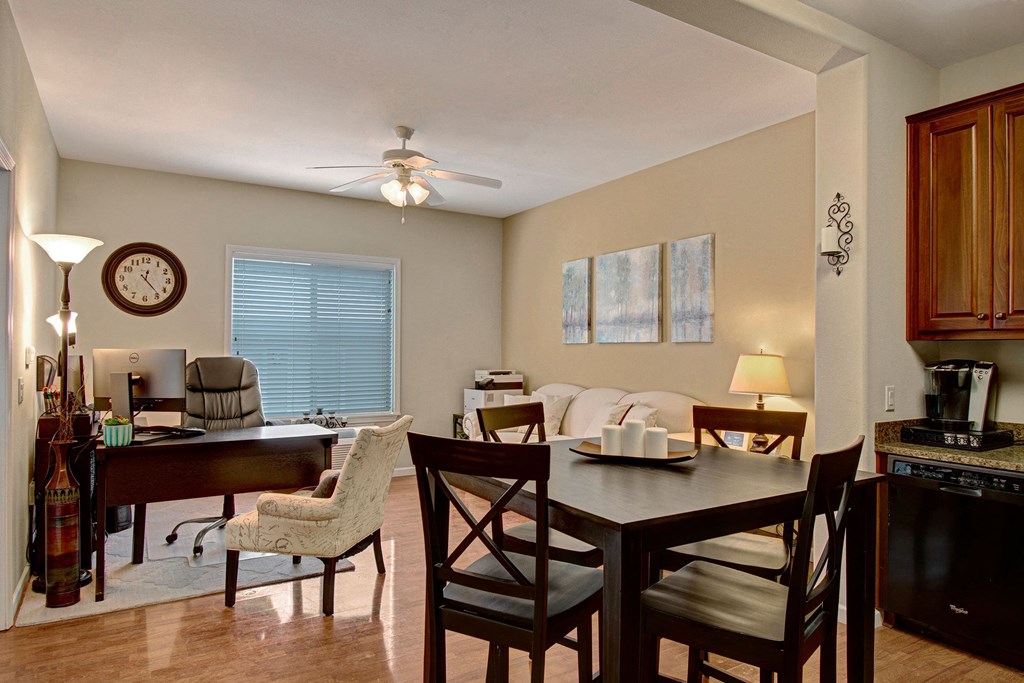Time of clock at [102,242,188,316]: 12:23
